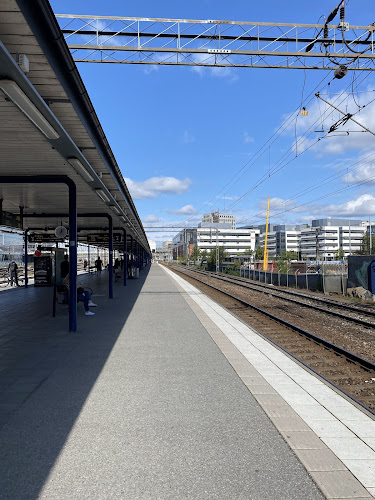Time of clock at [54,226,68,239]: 12:07
